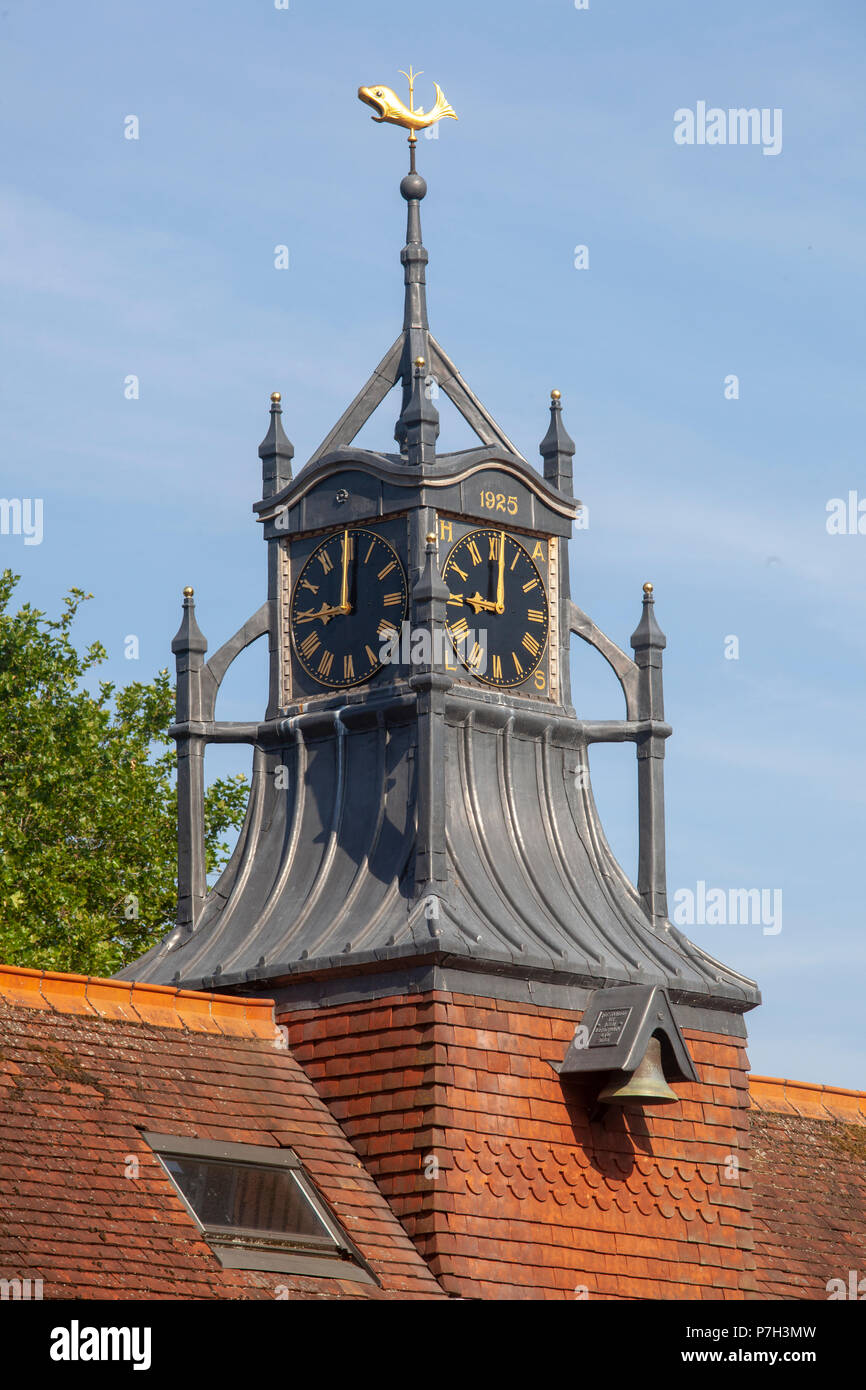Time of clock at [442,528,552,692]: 9:01
